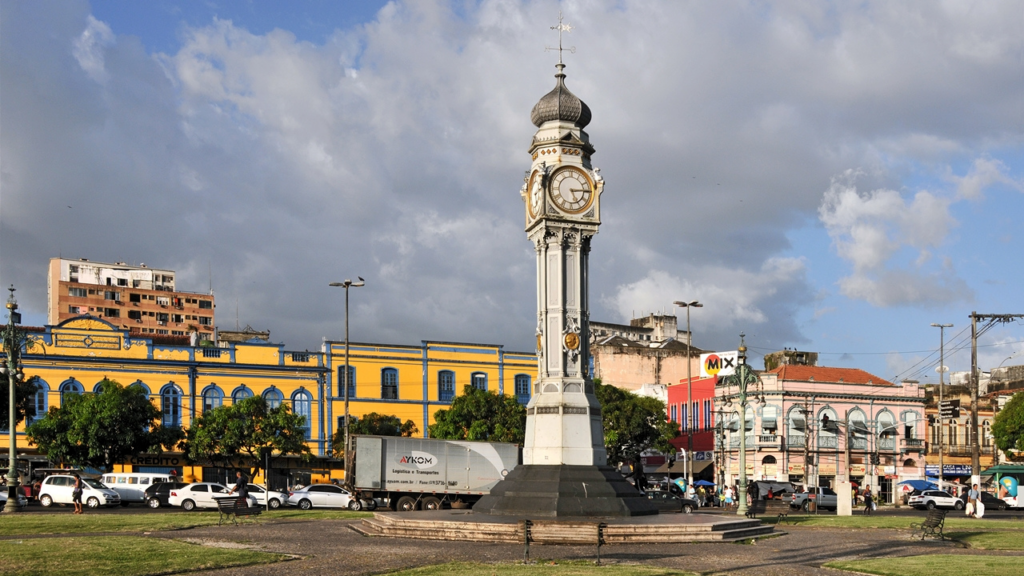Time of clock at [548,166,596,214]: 5:14
